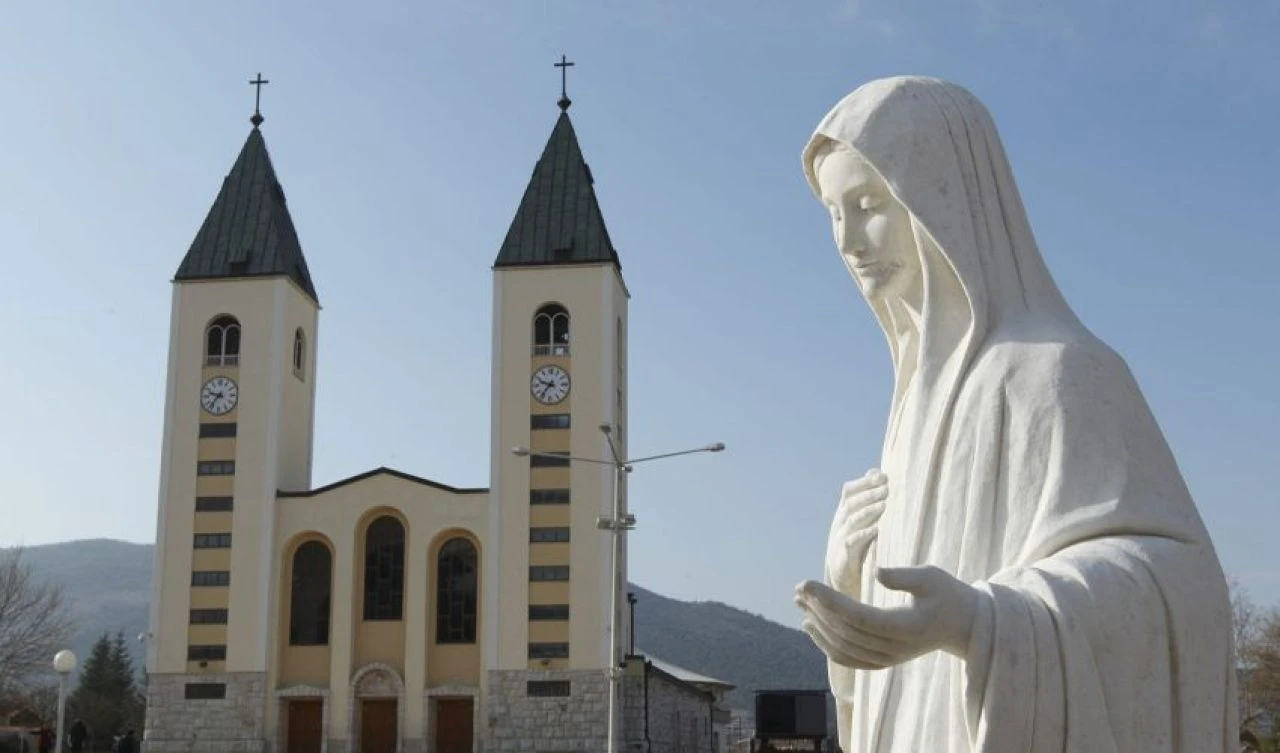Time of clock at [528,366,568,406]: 9:36
